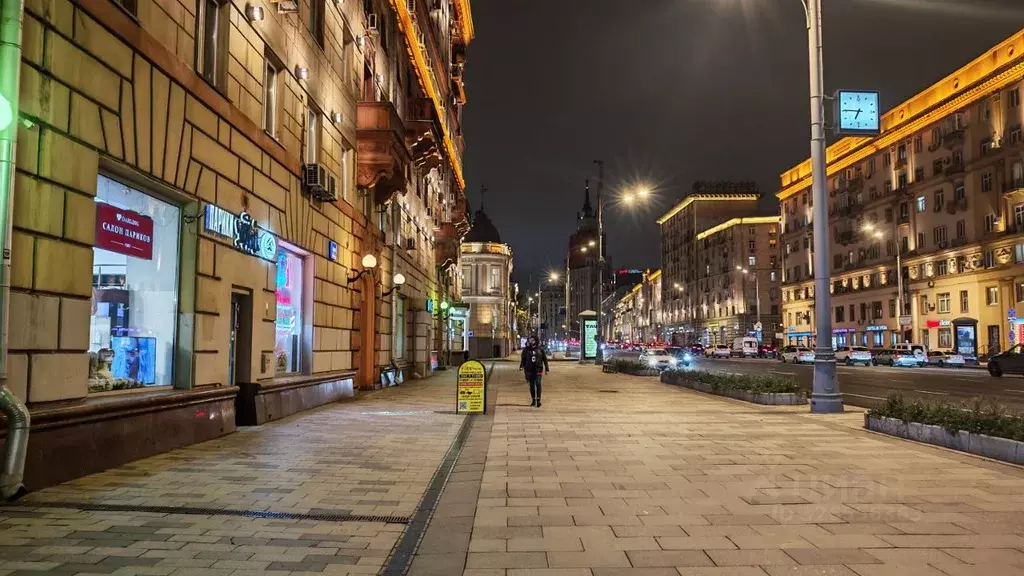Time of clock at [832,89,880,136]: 6:45
